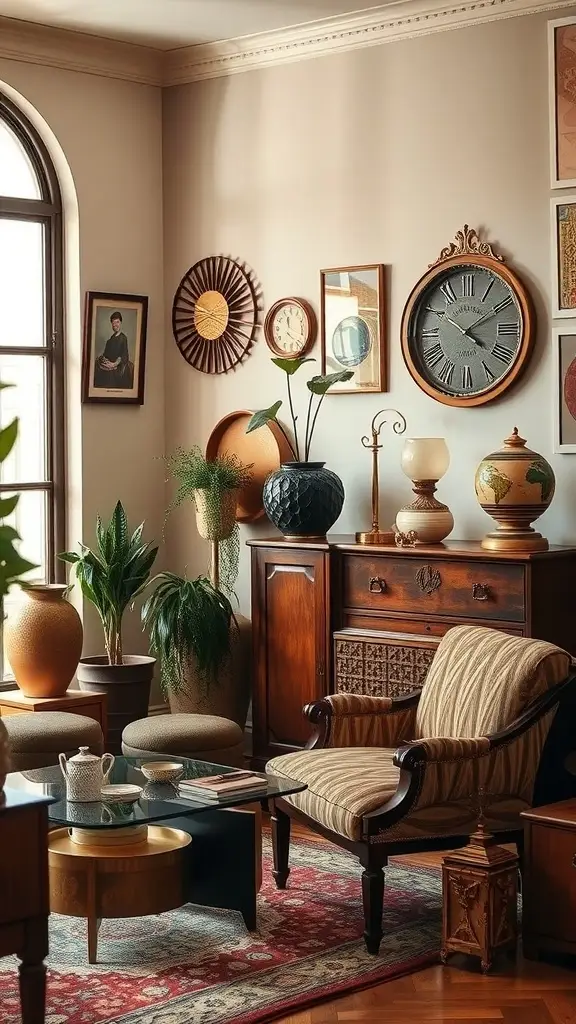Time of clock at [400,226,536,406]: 4:10
